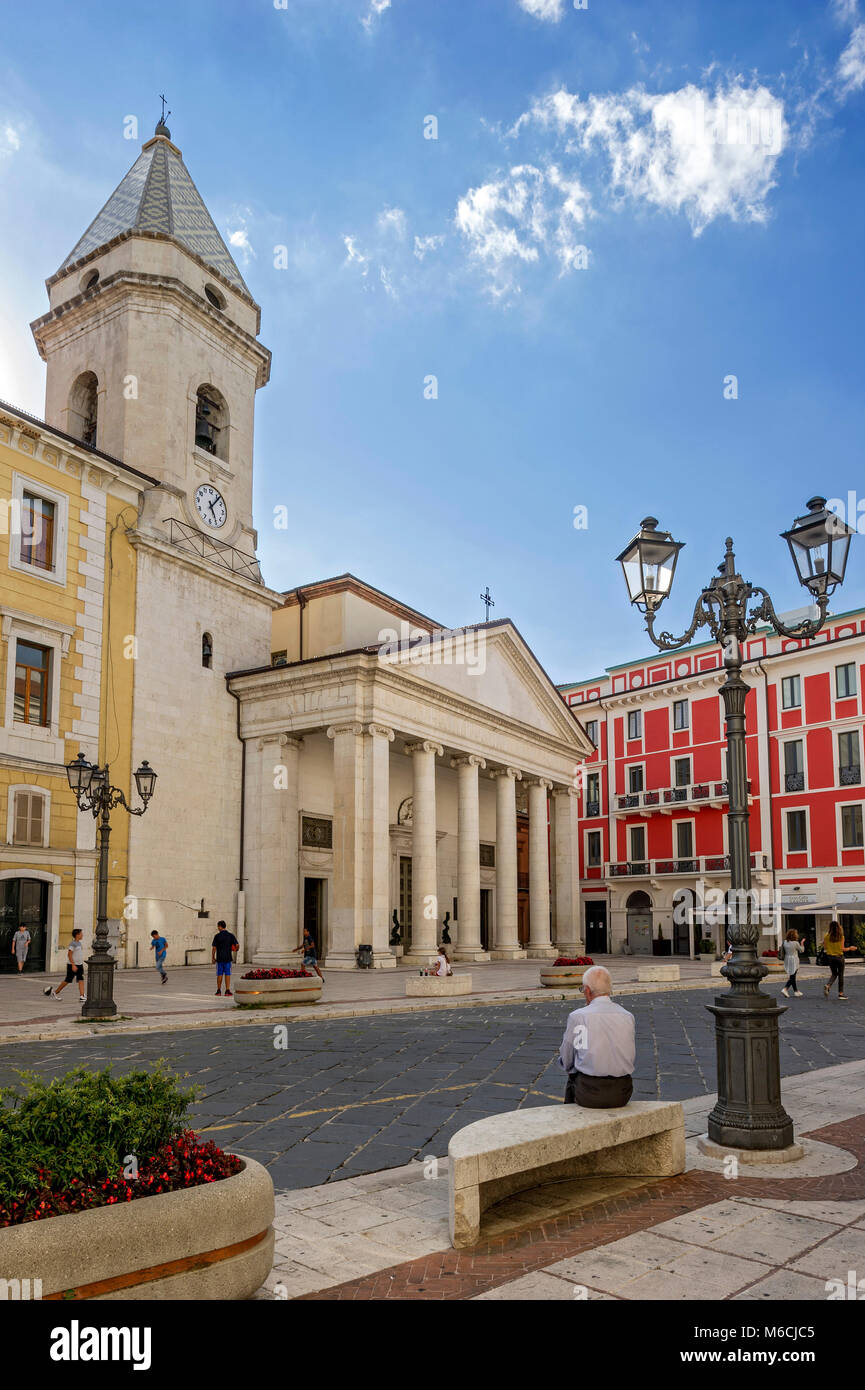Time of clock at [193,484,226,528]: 5:06
